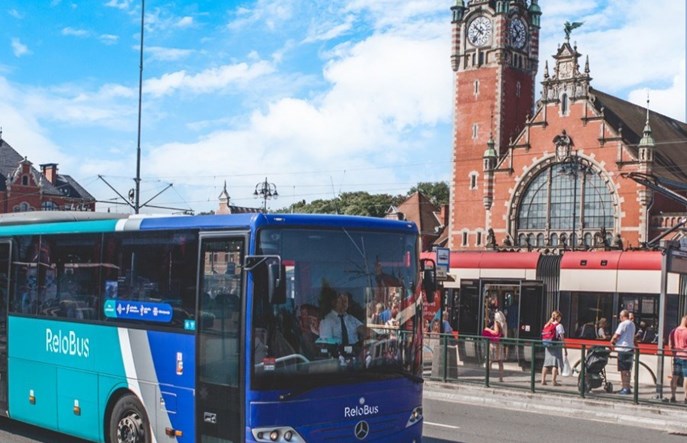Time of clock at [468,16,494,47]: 9:36
